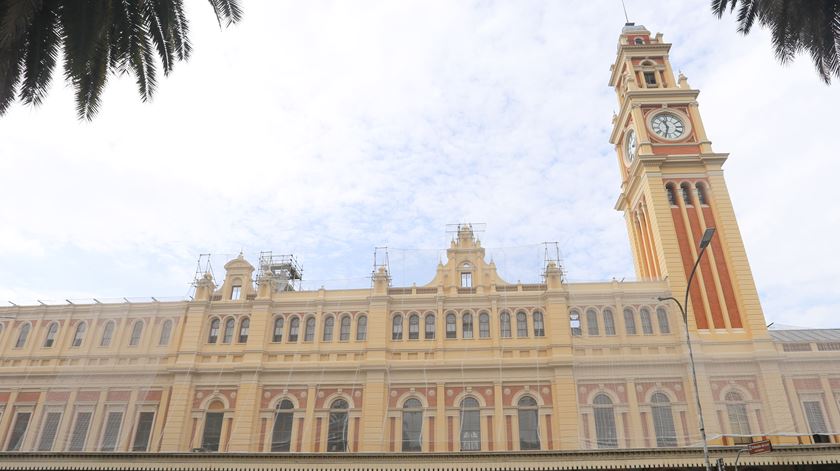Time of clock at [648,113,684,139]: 11:33
